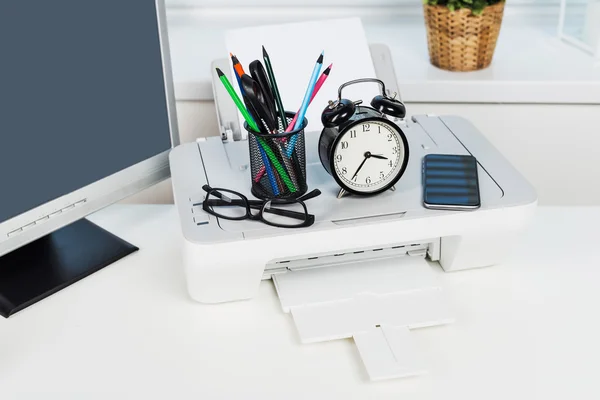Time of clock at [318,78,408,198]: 3:36
